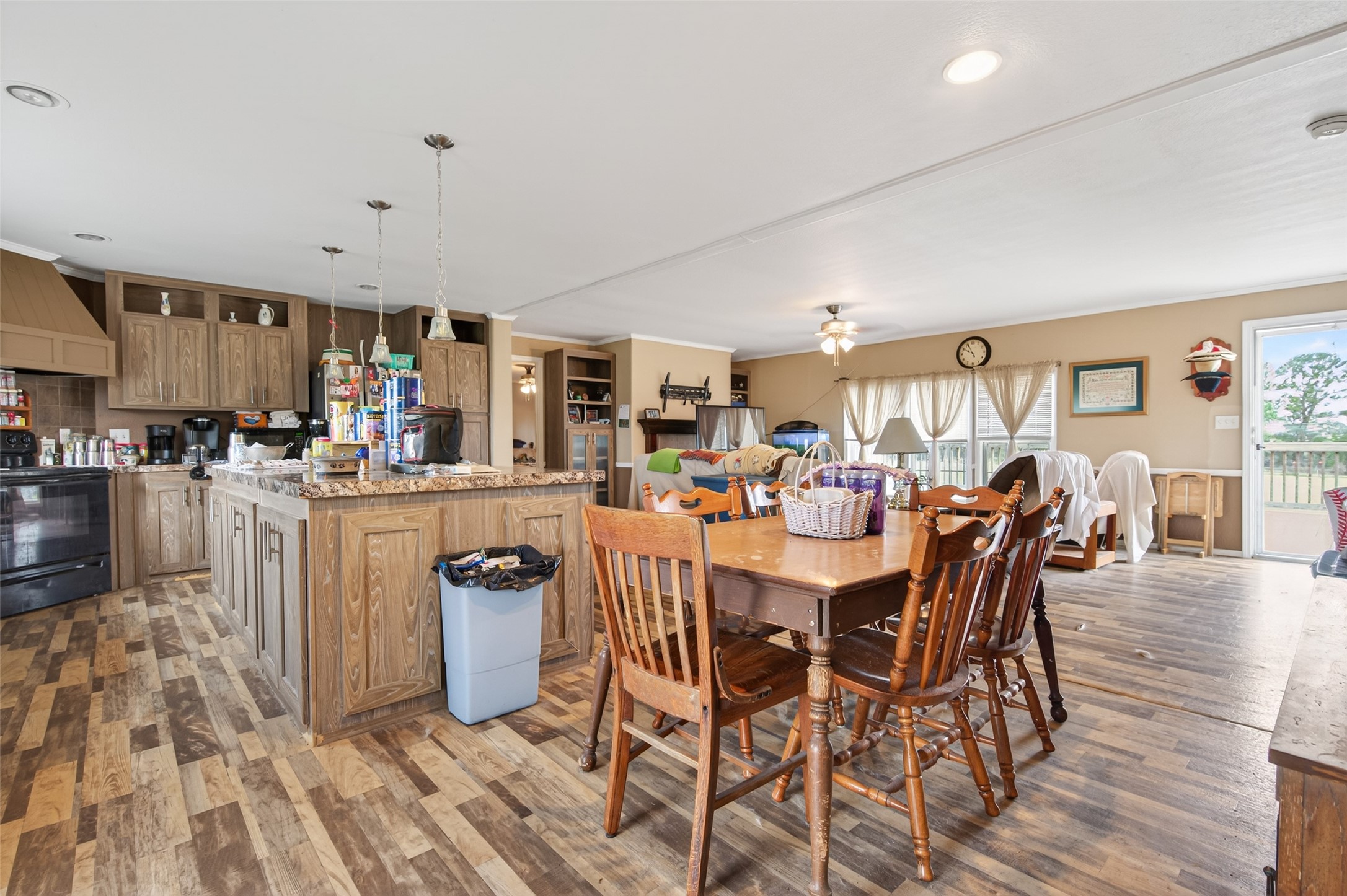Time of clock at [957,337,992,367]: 9:55
